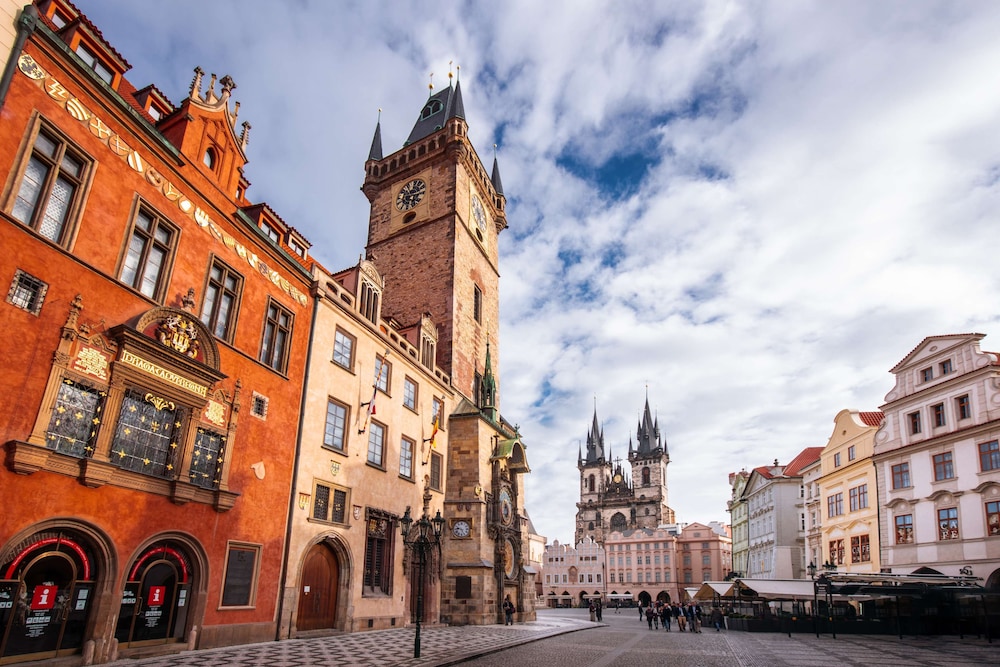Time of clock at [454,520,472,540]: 9:26
